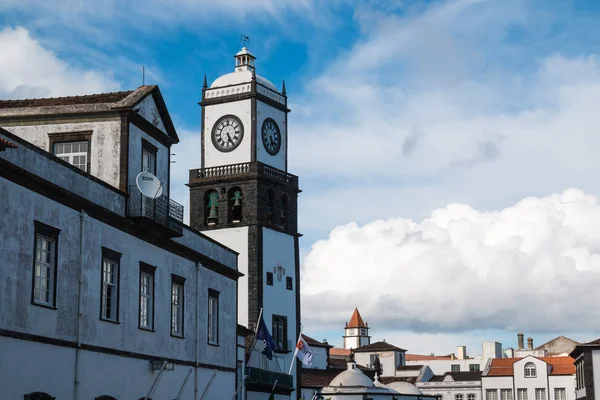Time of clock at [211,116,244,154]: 5:25
